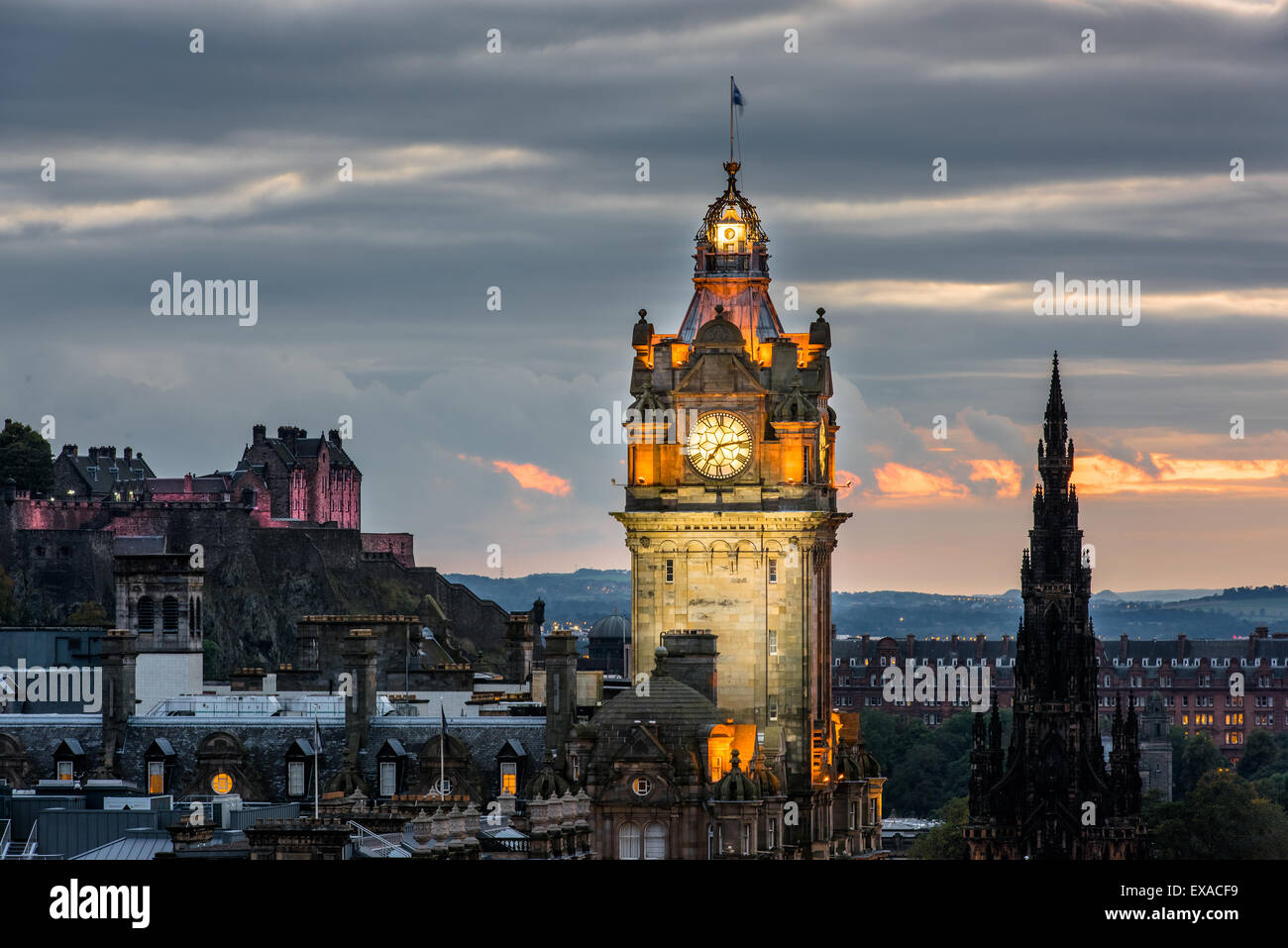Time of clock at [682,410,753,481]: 7:13
